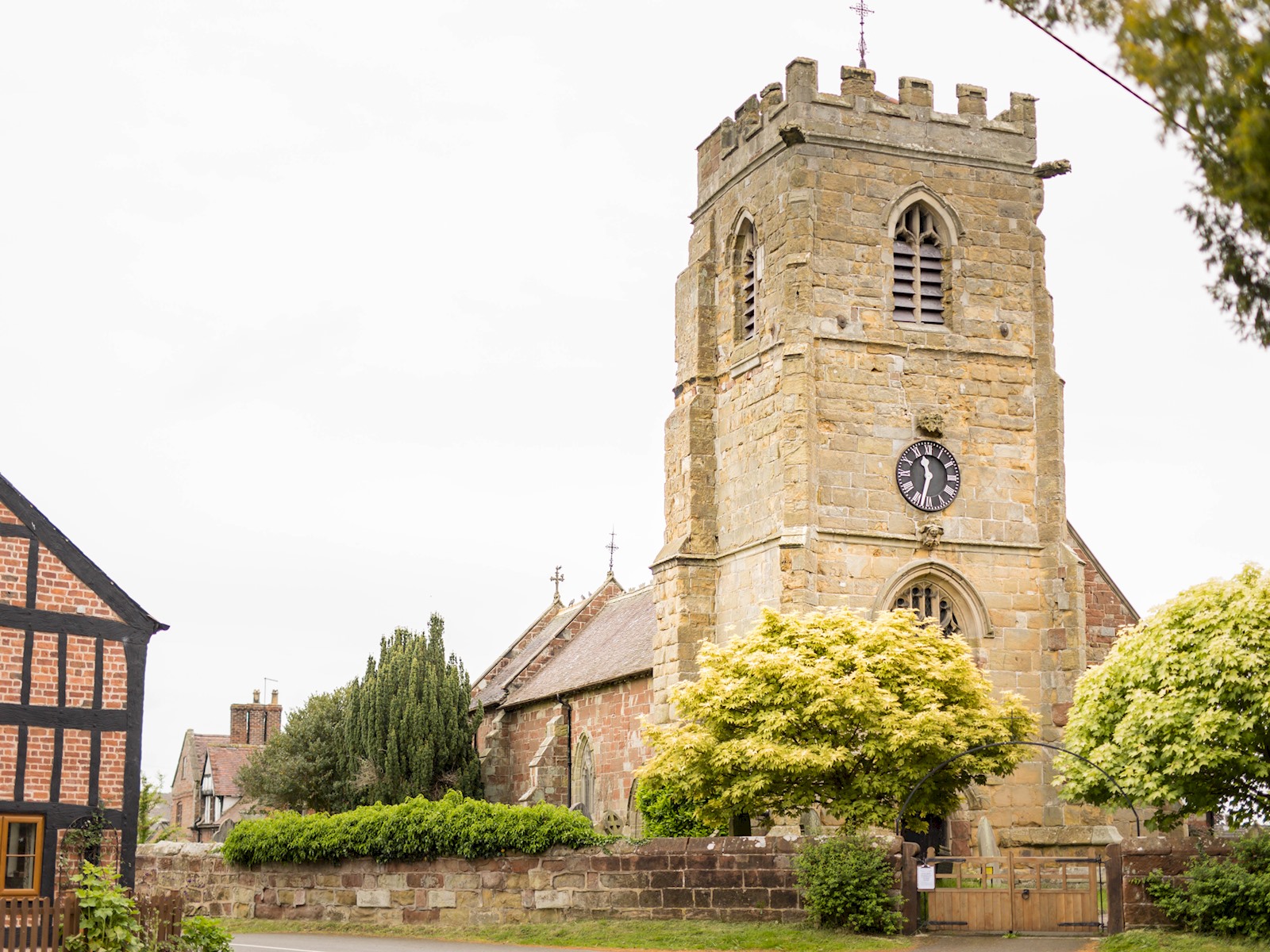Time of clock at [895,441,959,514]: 11:32
